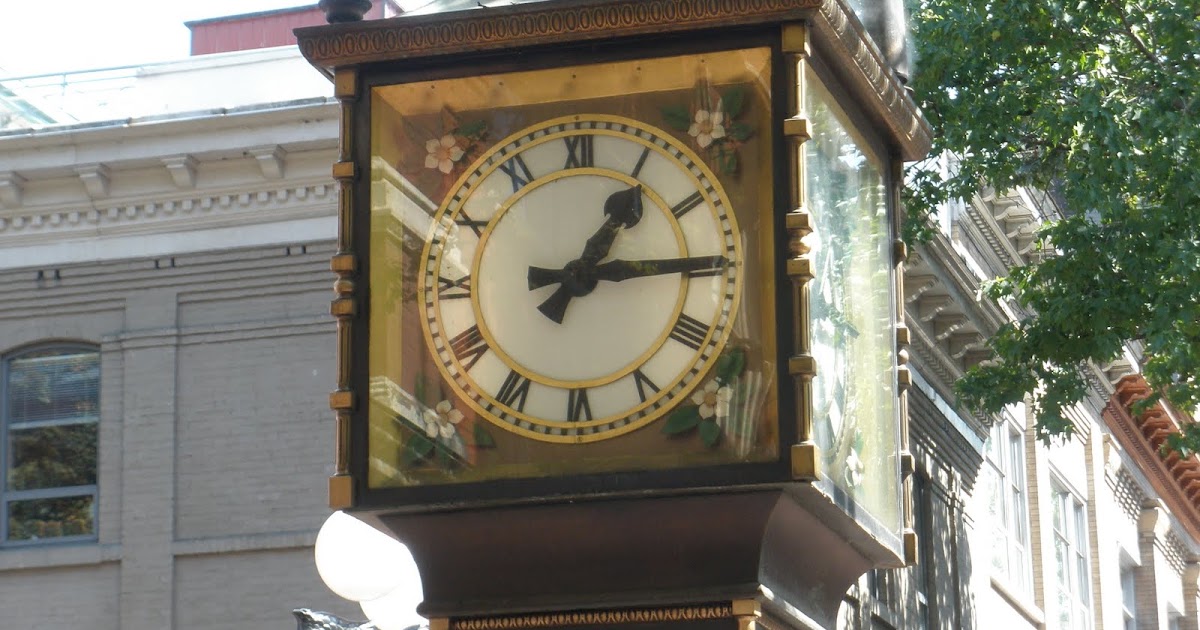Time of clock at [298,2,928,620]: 1:14
